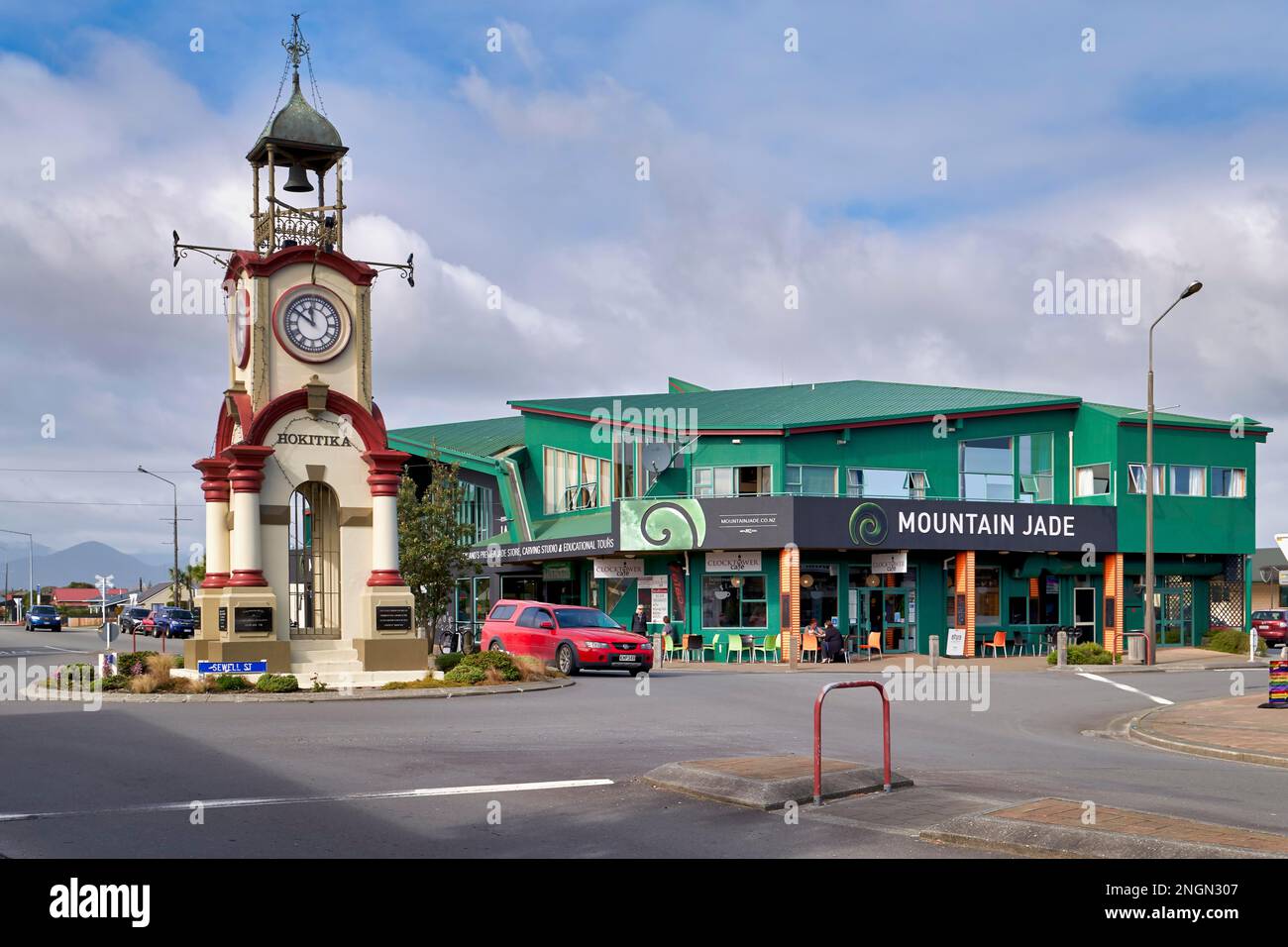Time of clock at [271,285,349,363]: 11:50
